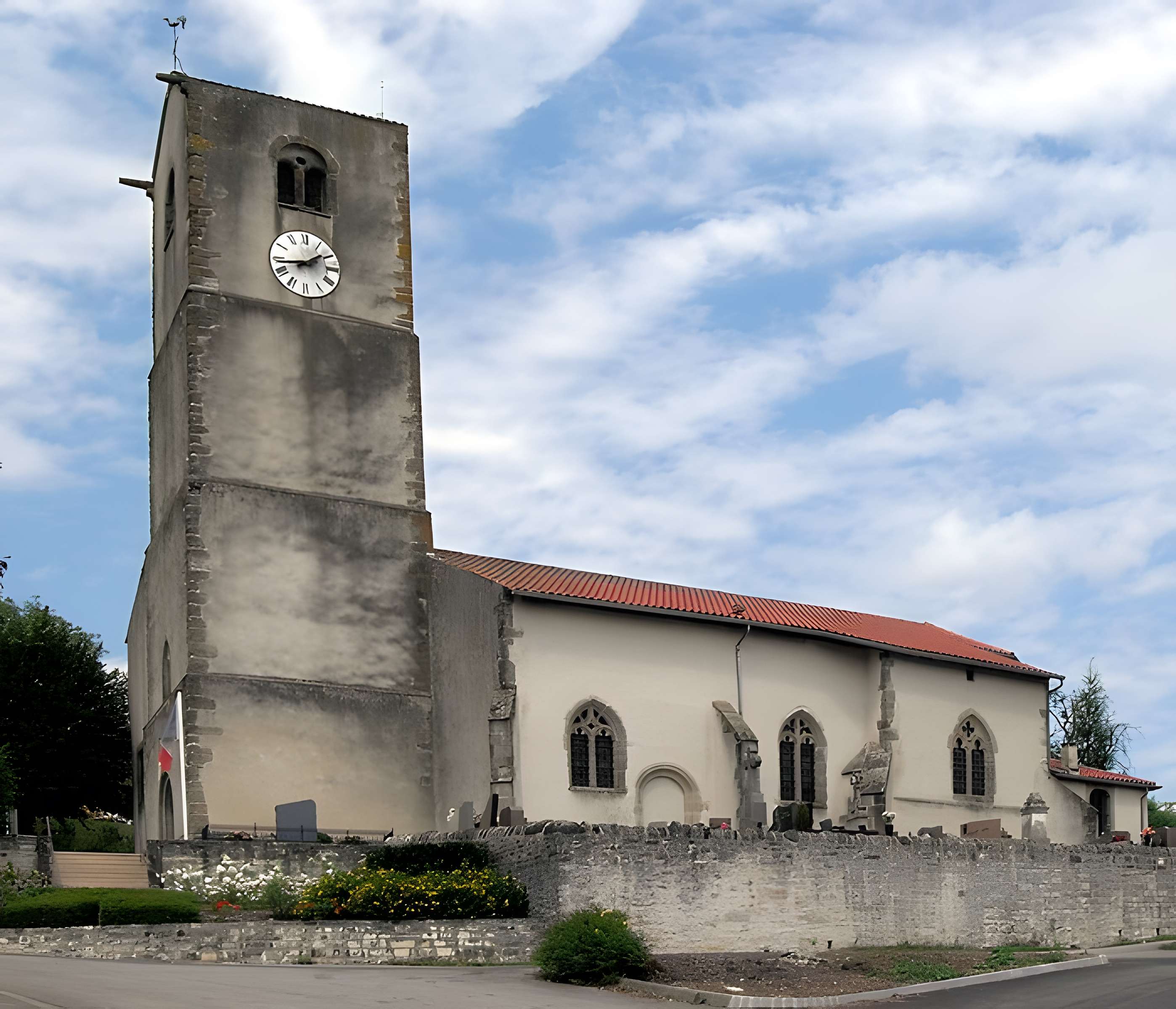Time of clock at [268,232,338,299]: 1:43
